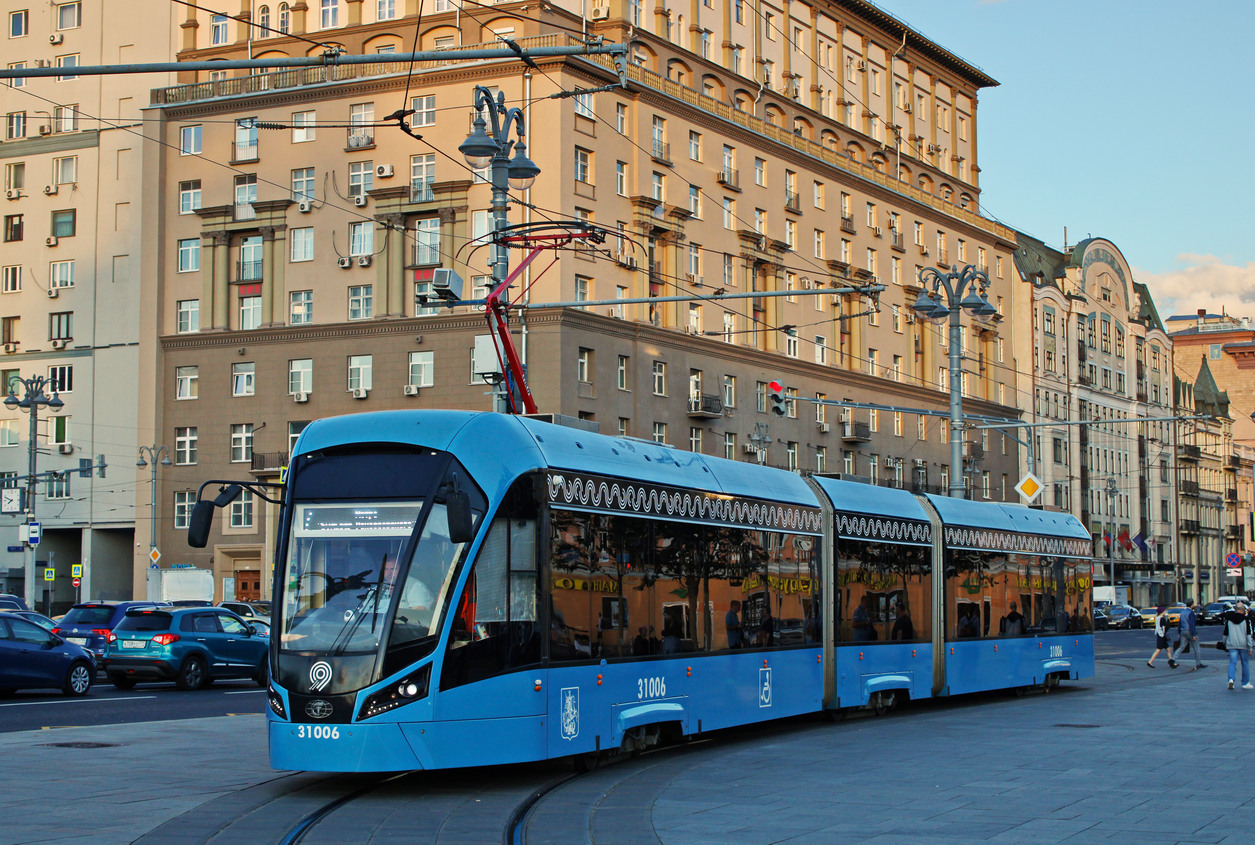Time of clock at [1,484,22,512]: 7:48
